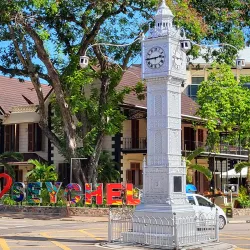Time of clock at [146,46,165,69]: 2:44
